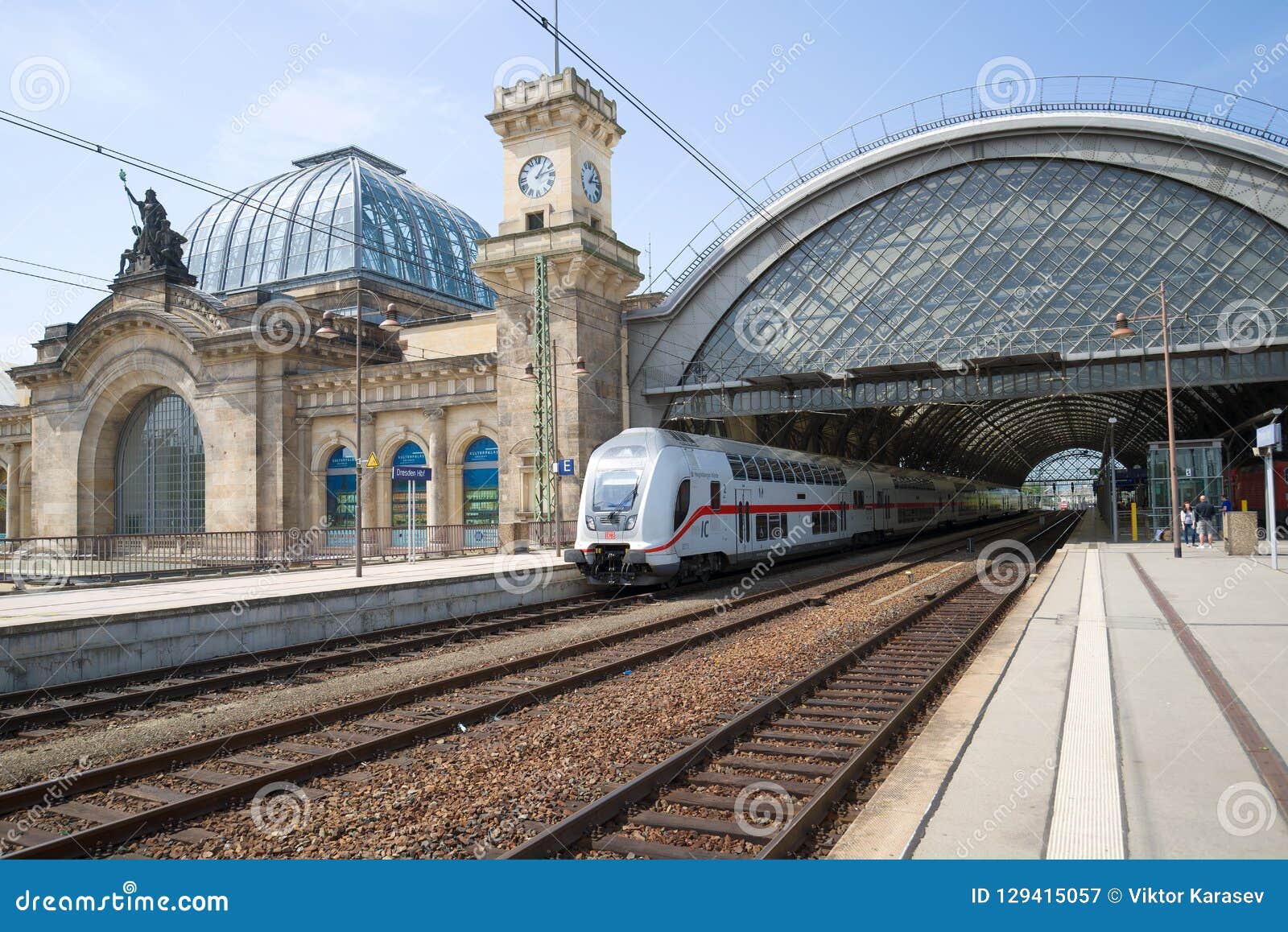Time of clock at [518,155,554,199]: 1:12
